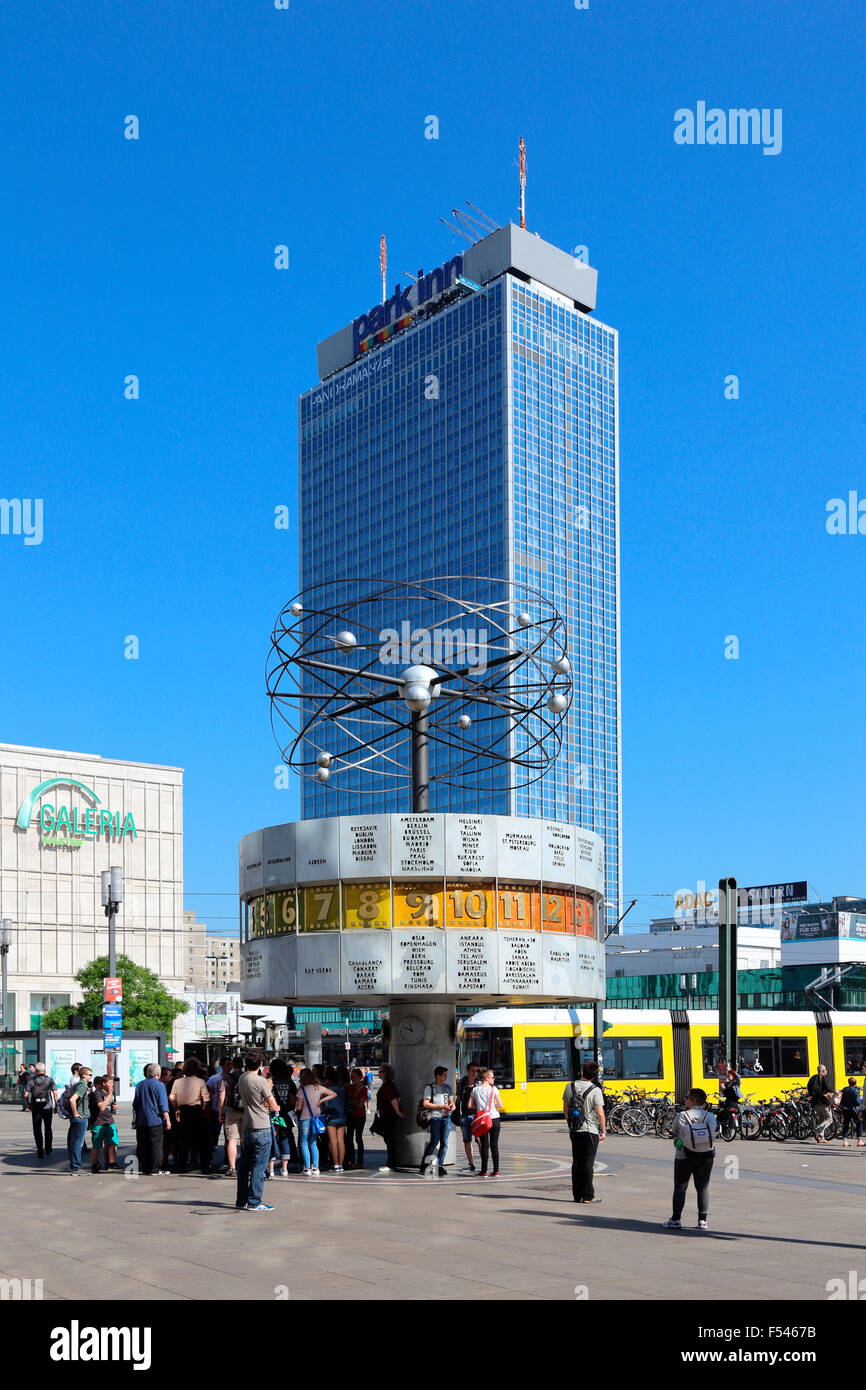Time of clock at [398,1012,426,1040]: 9:57
